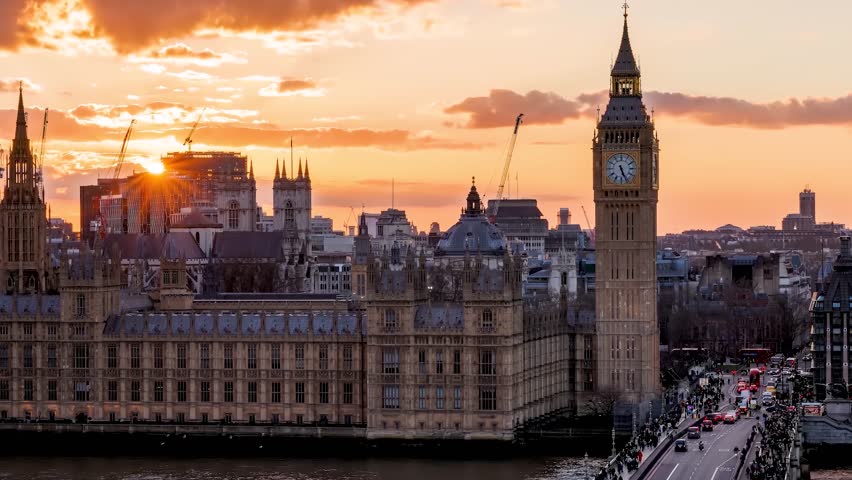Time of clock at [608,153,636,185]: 5:26
